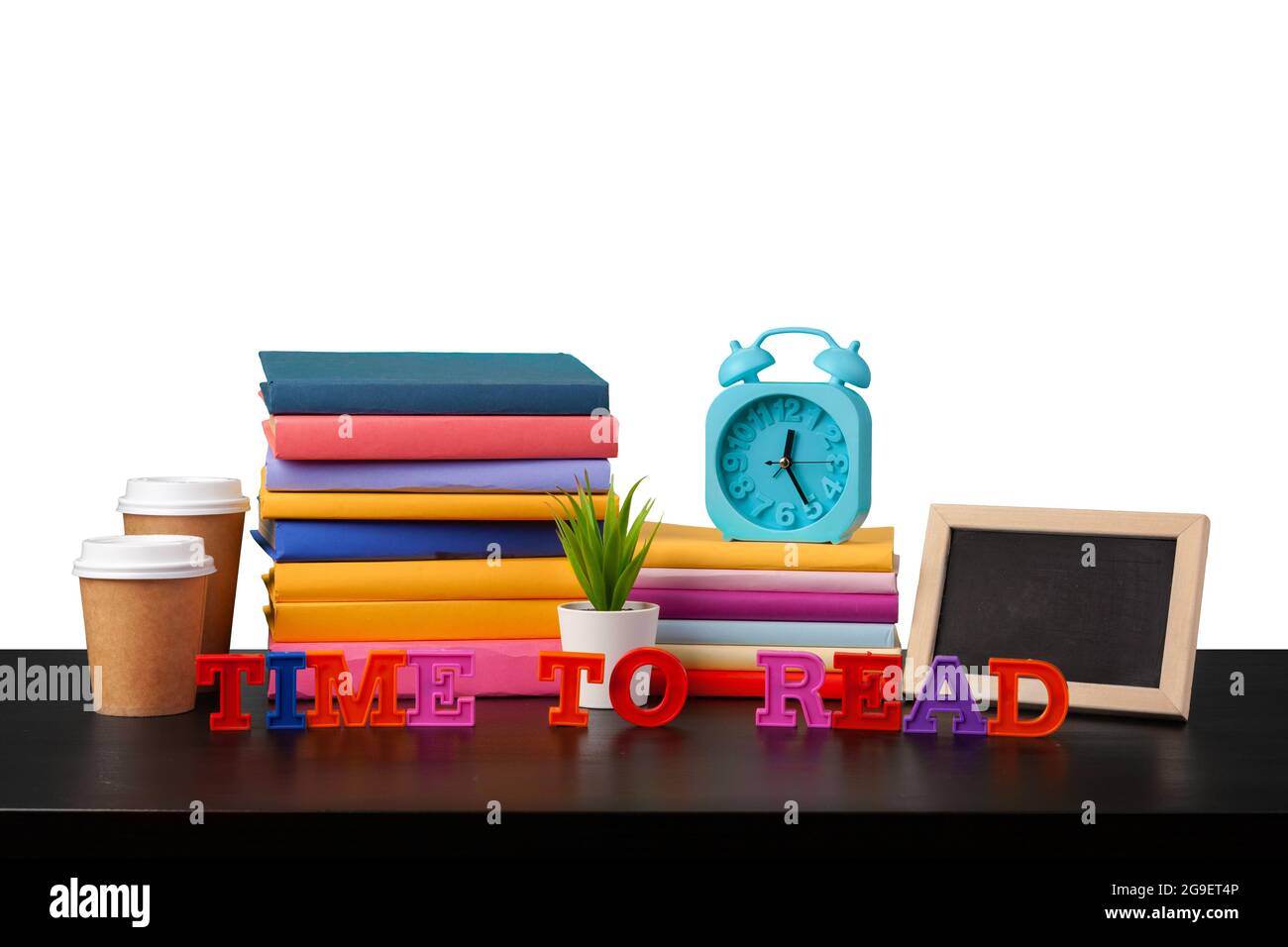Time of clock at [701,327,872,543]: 12:25
